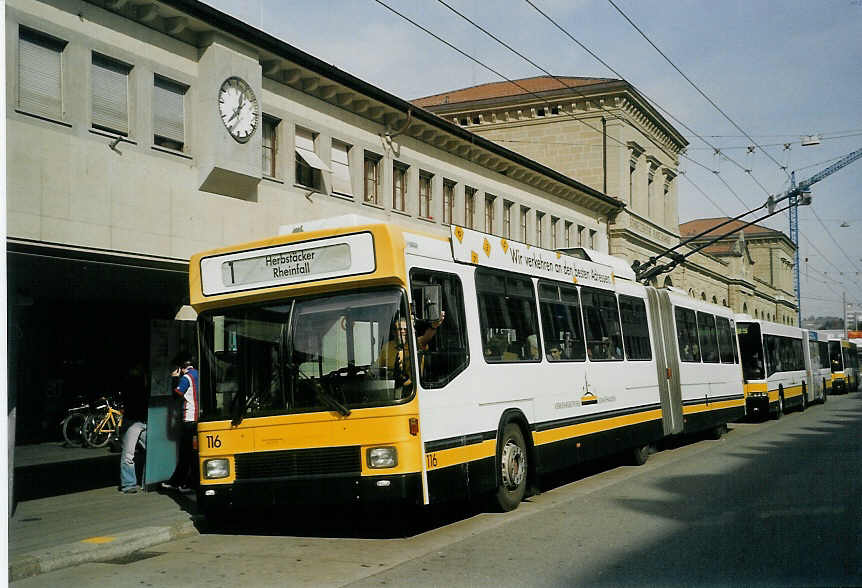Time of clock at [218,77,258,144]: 12:37
